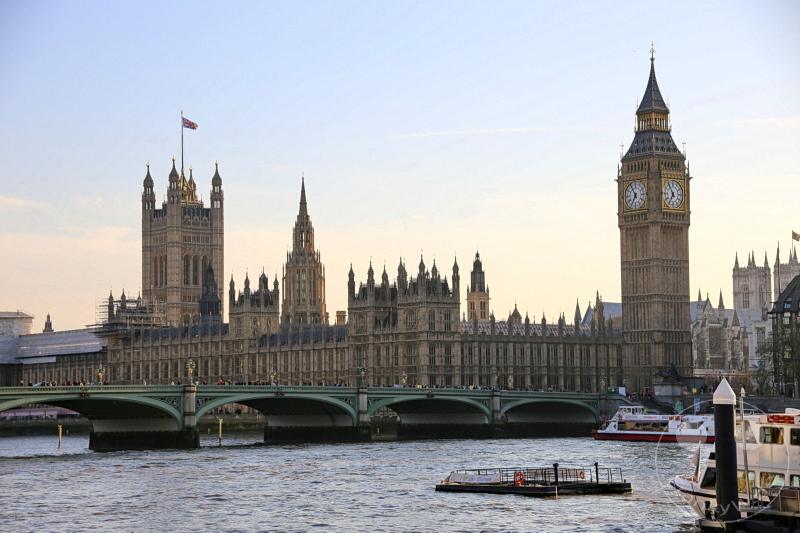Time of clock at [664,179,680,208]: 6:54
